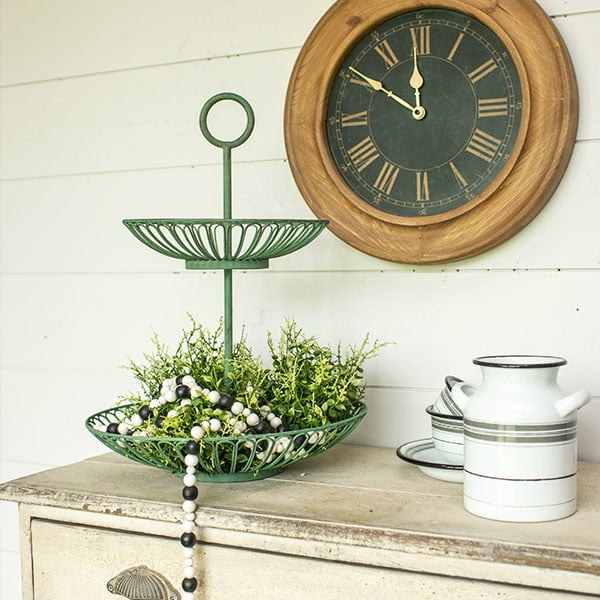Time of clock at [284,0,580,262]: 11:50
